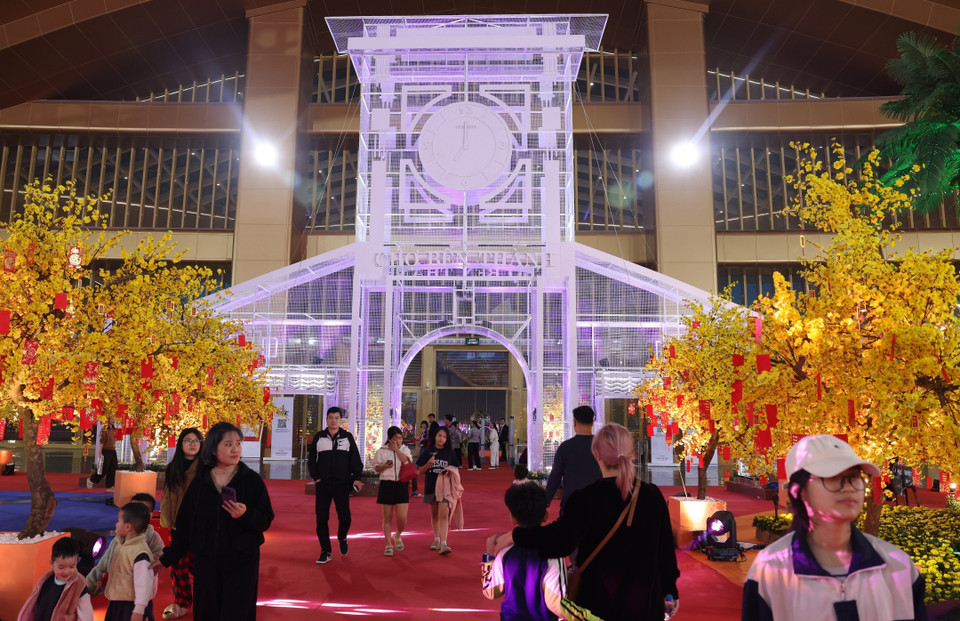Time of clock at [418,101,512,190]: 7:00
